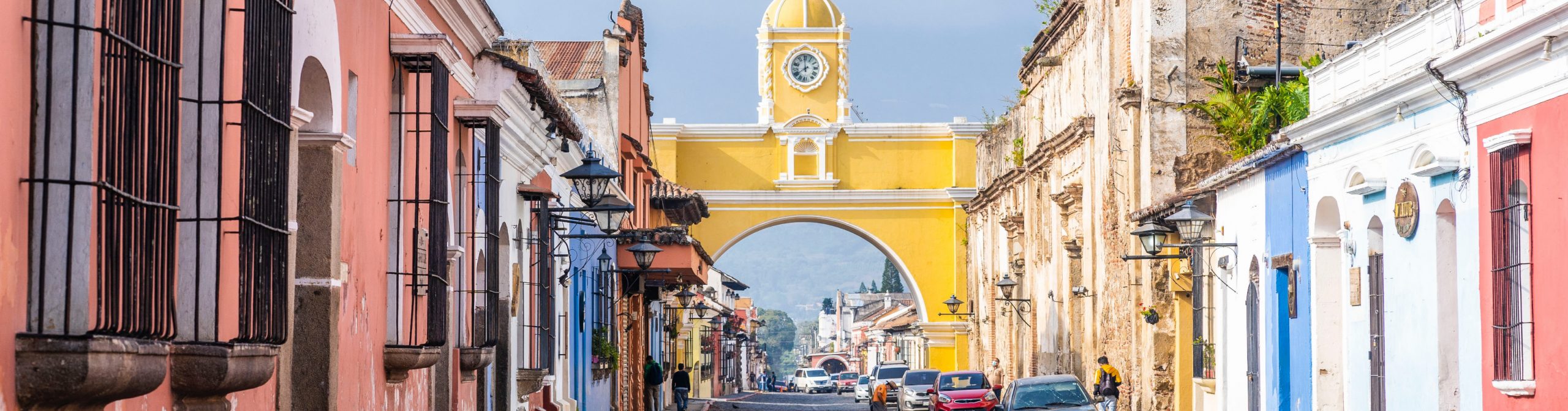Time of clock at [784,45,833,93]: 7:59
